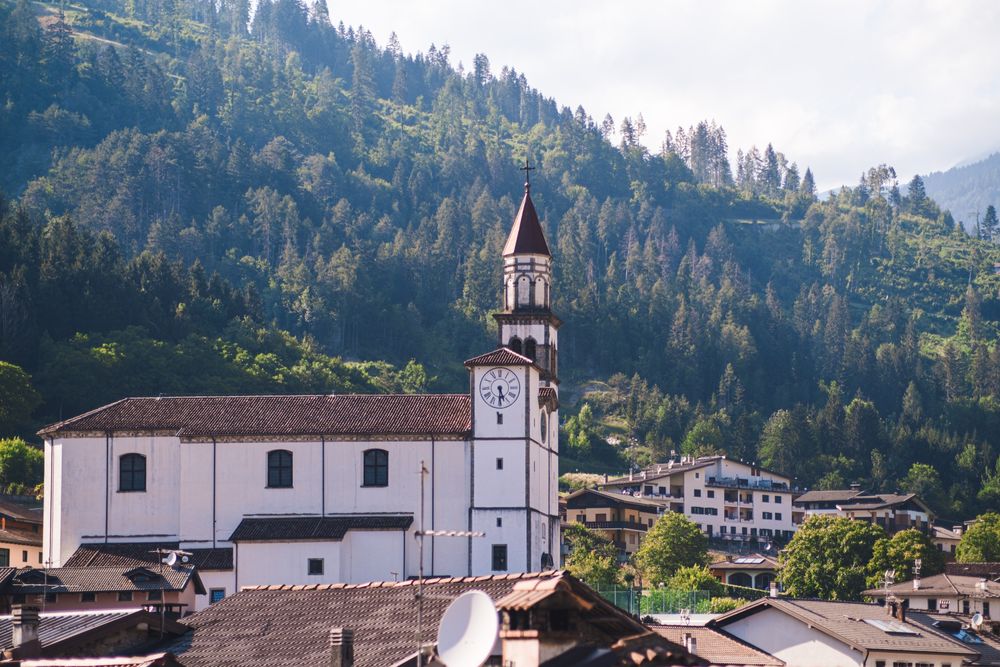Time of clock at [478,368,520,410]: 5:30
